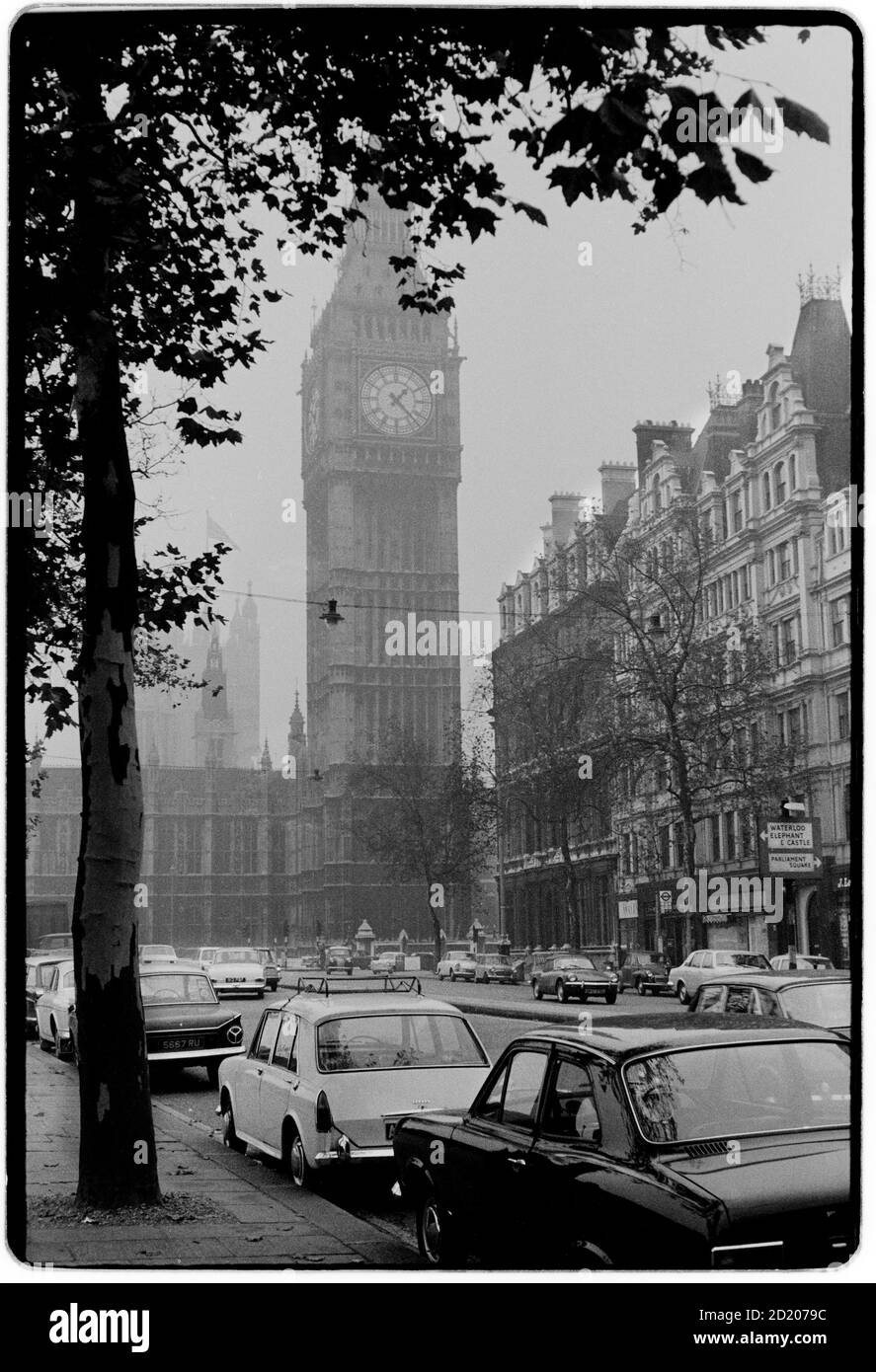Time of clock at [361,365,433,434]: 1:22
